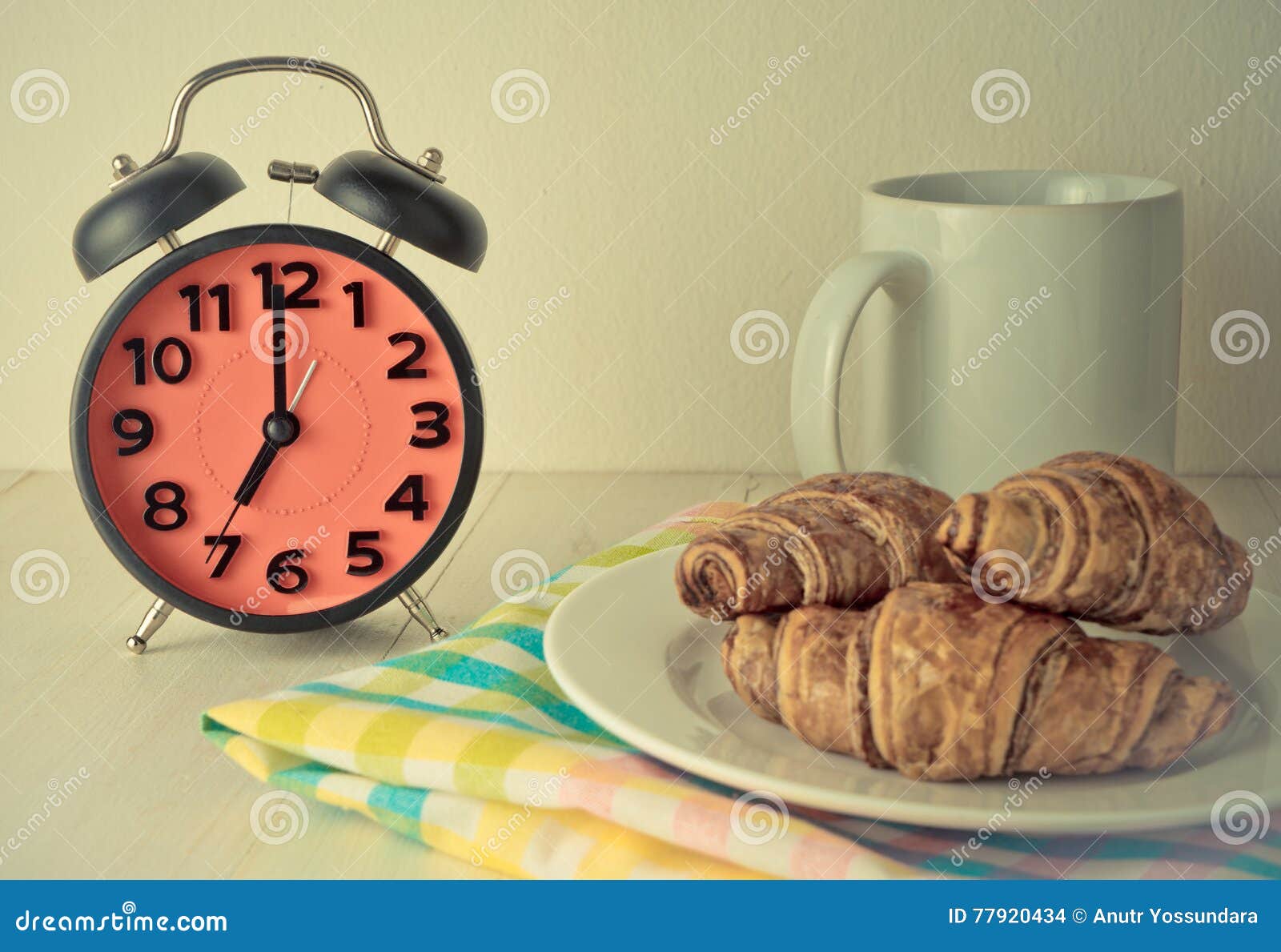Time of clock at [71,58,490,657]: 6:59
